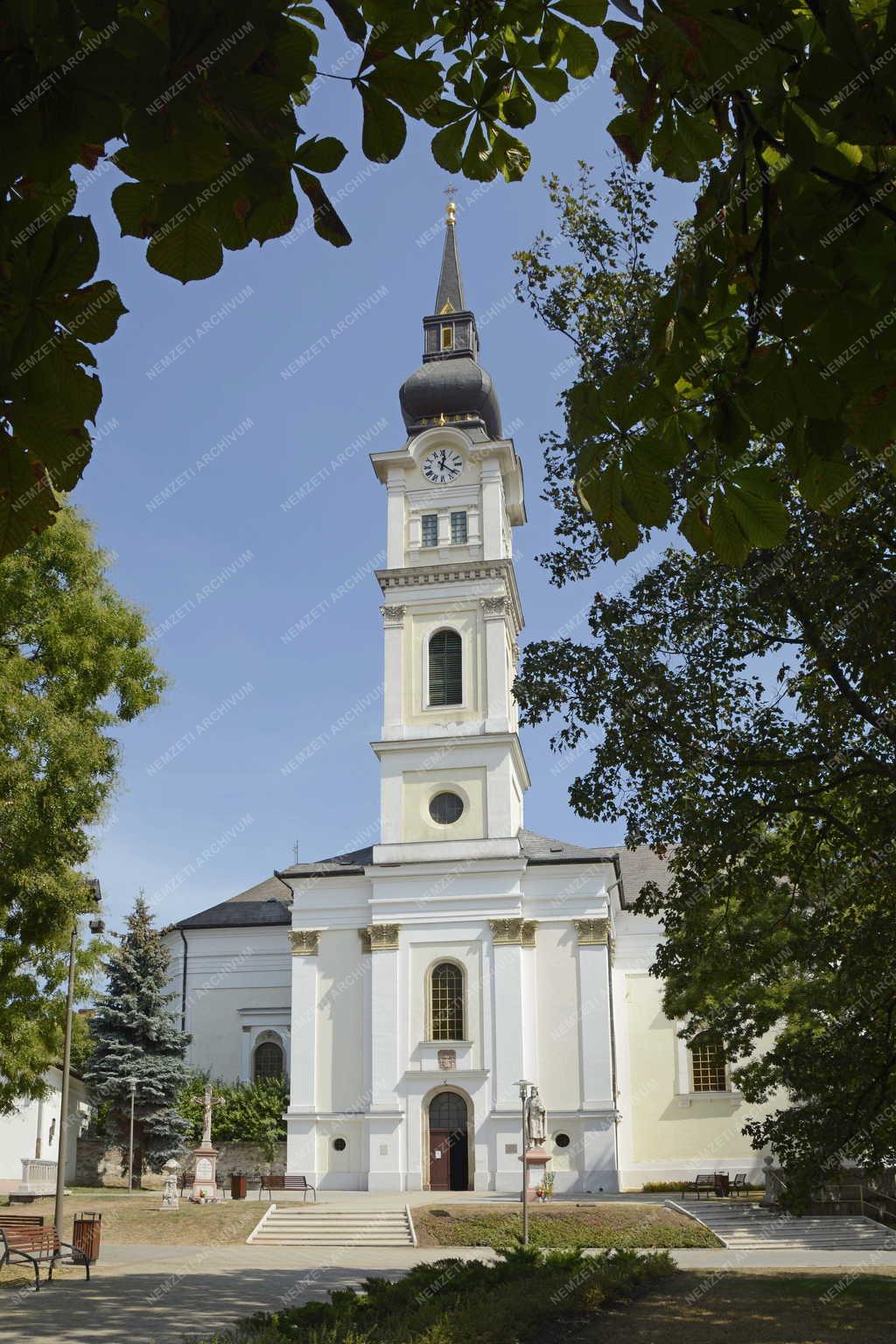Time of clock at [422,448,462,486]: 12:21
